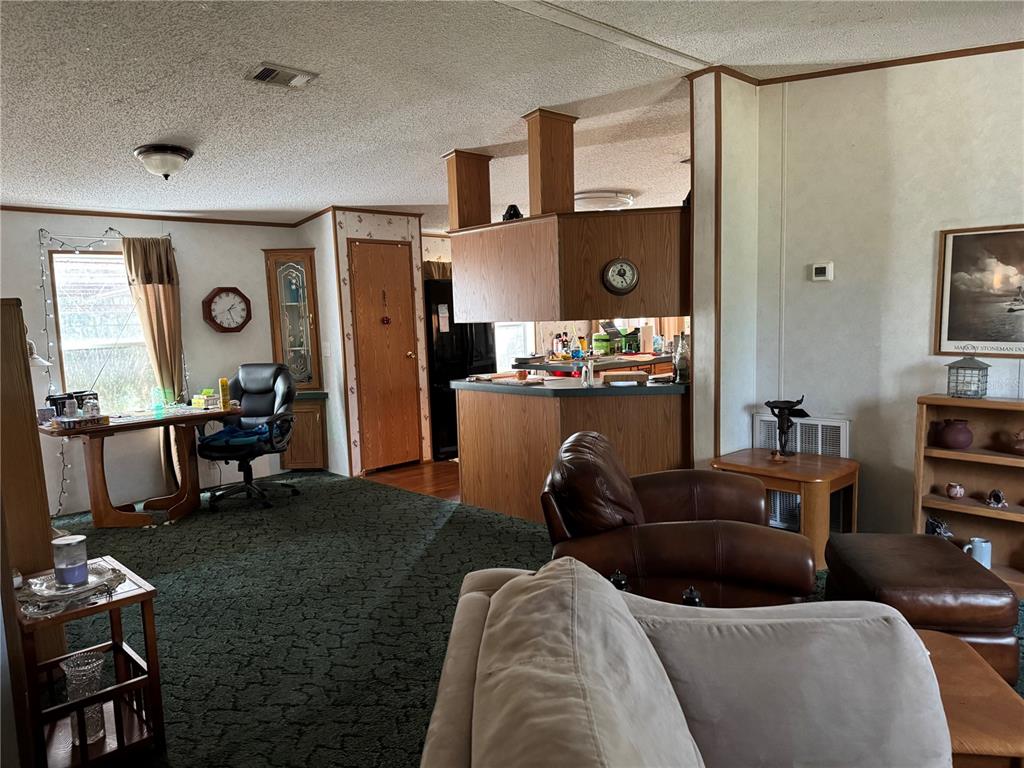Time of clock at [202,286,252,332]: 1:26
